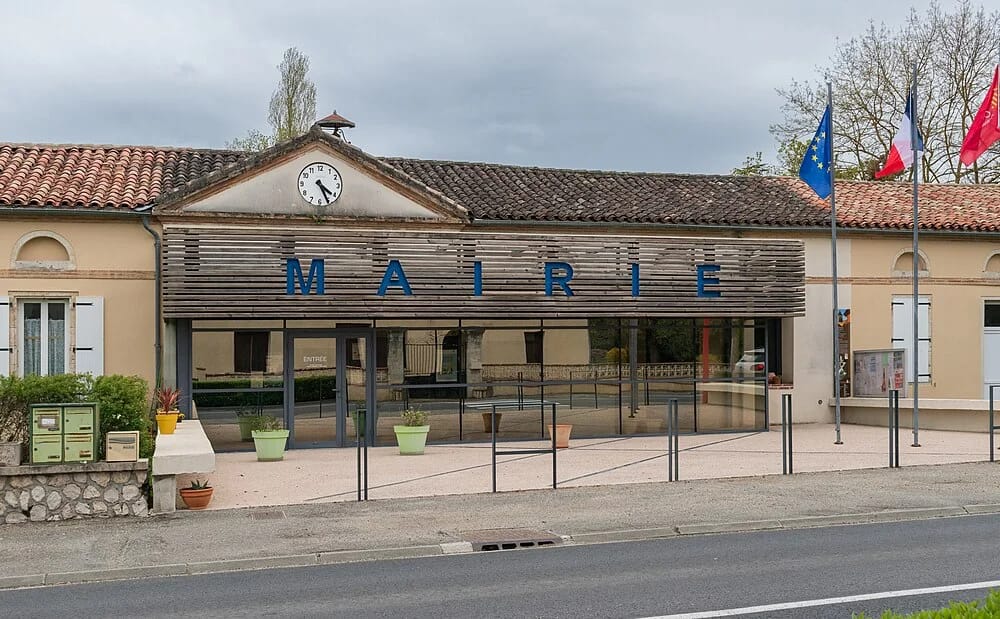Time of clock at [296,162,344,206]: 4:25
